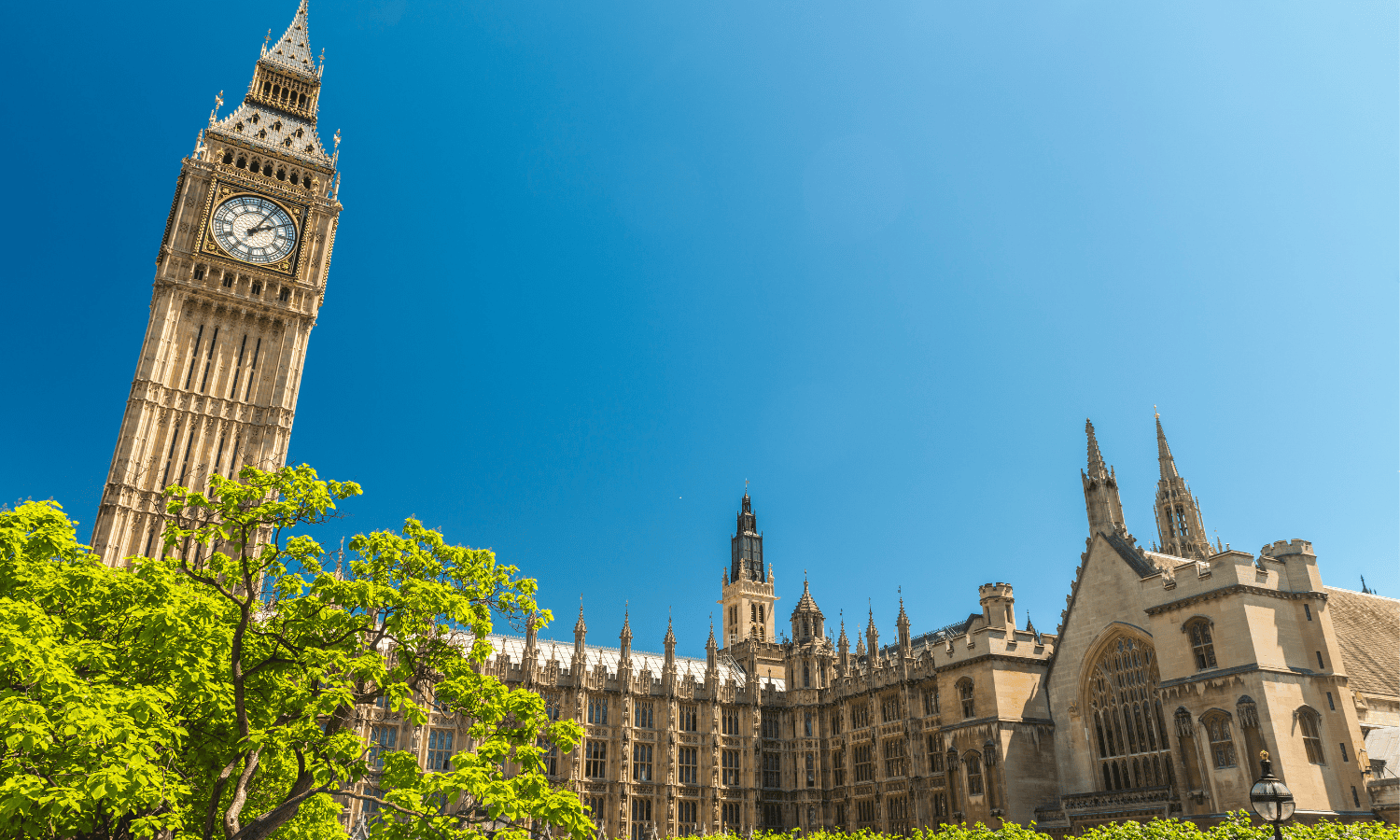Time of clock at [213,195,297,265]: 2:04
